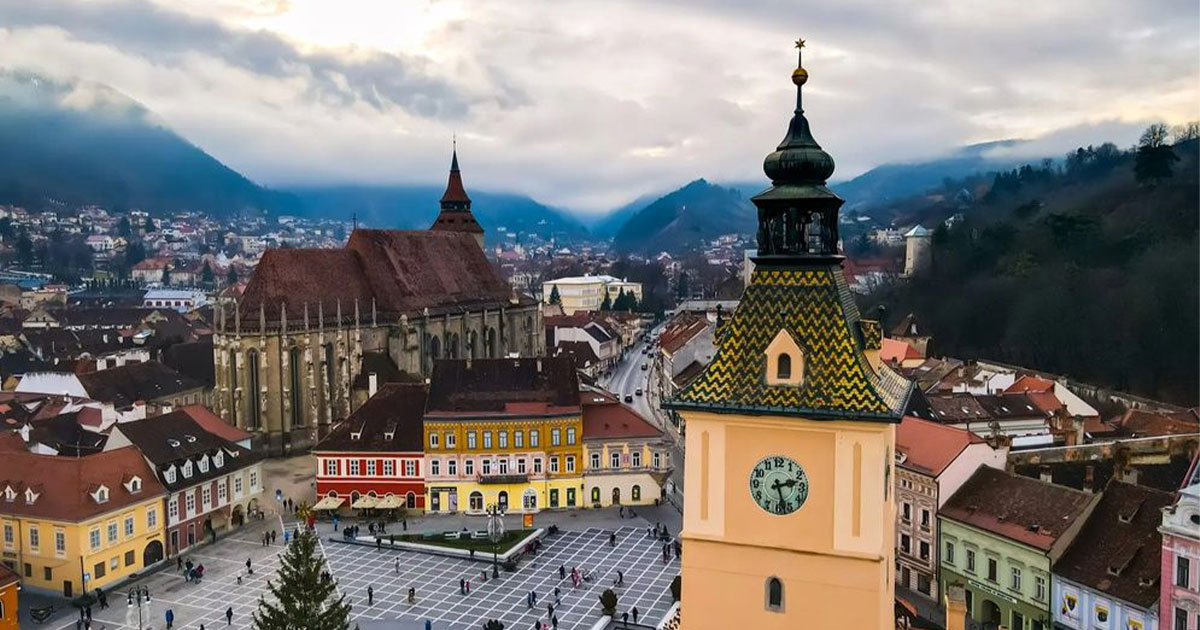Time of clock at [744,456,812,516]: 2:27
